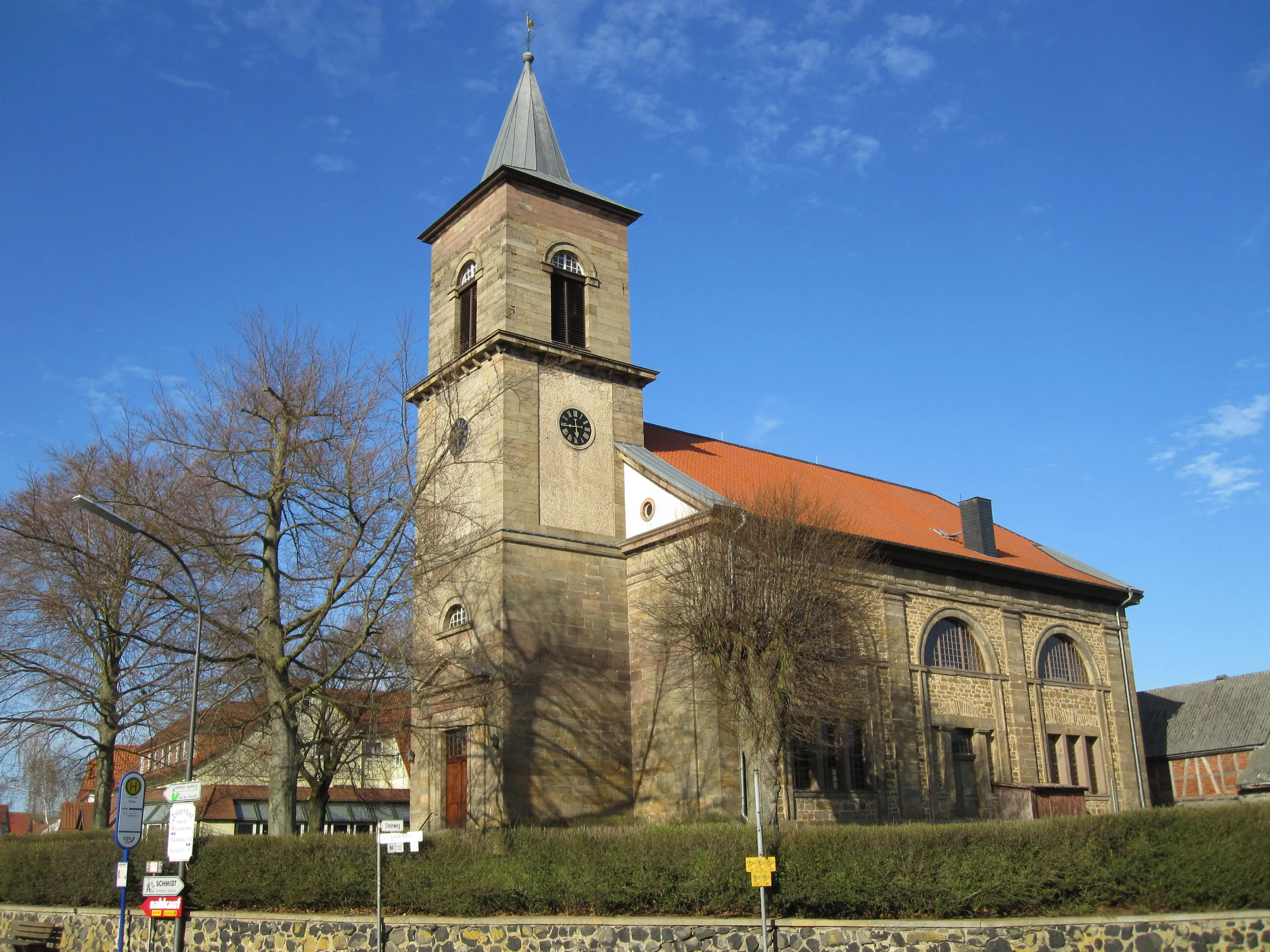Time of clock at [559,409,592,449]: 5:44
